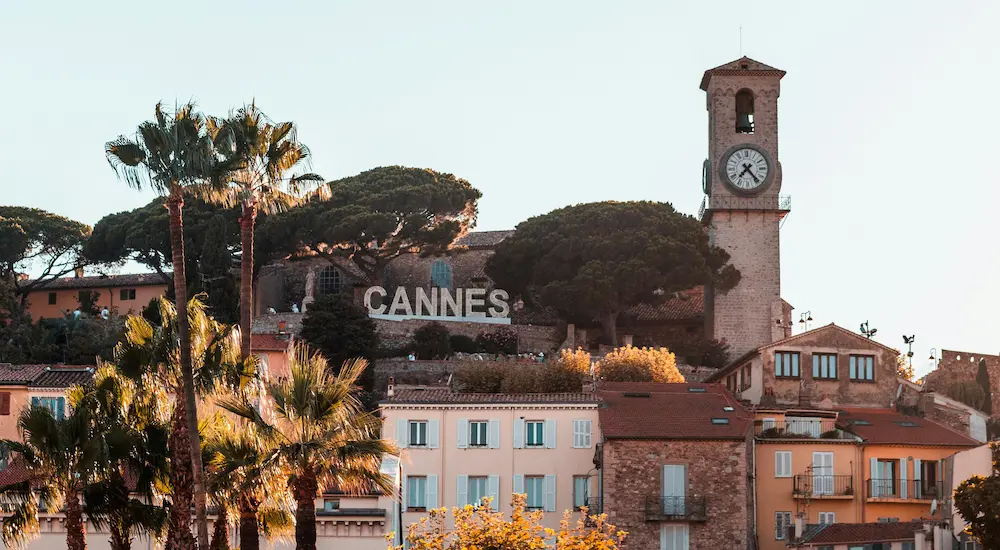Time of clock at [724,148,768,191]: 7:23
